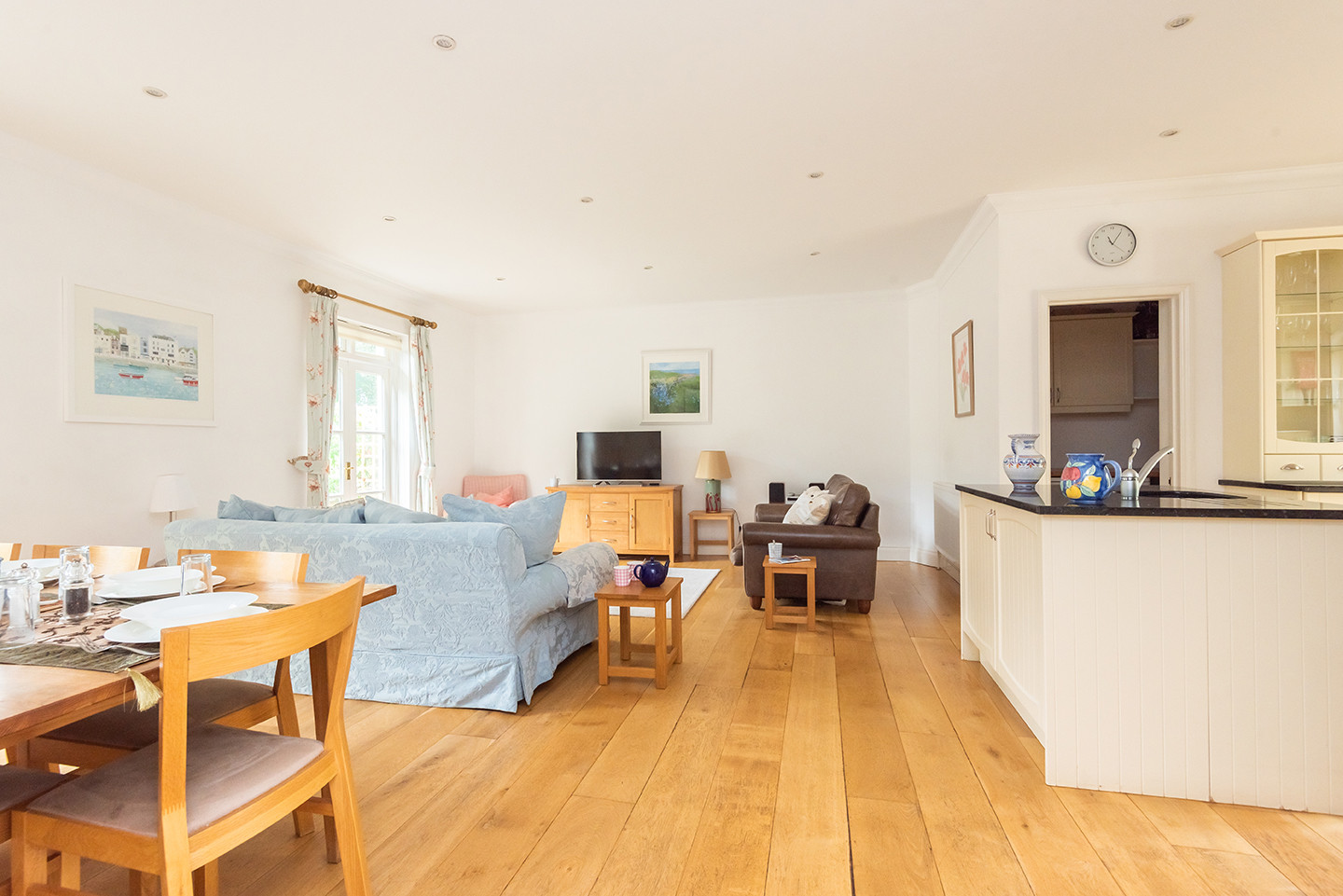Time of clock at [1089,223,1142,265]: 11:05
